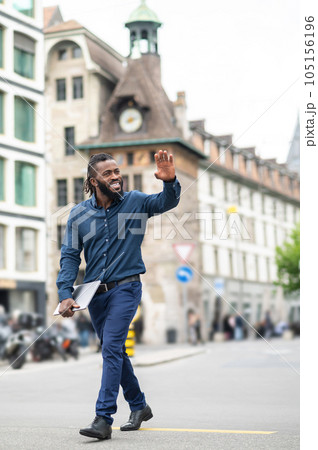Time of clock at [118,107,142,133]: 8:12
